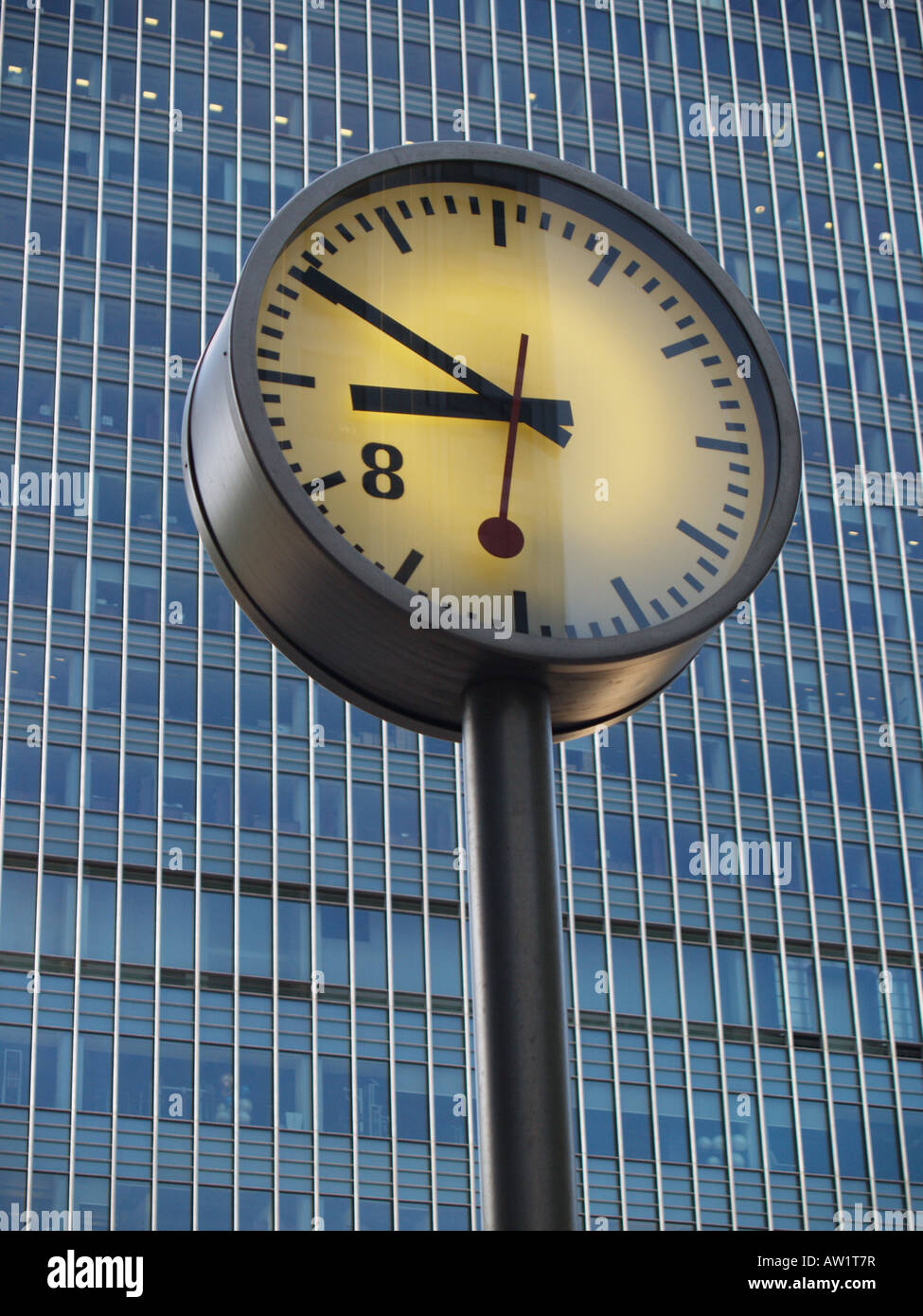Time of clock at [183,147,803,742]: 8:50
